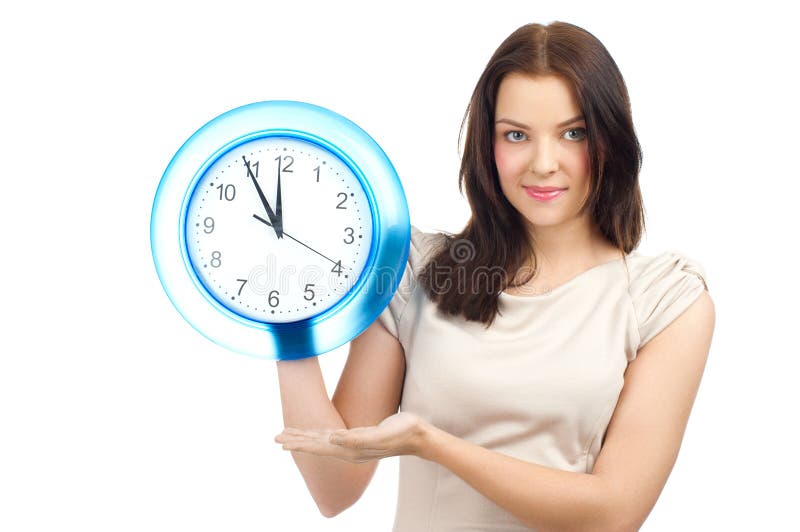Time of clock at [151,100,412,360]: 11:54
